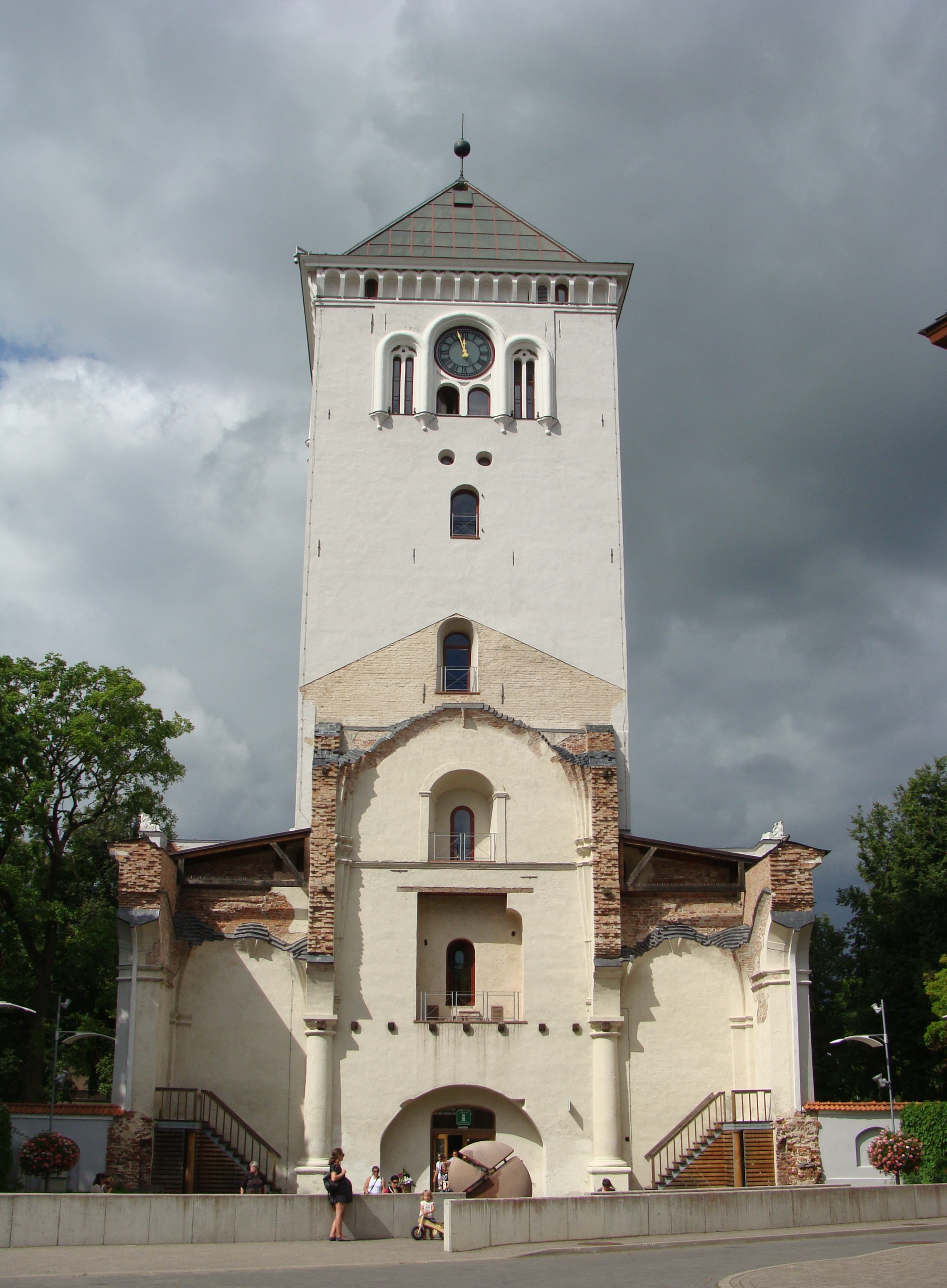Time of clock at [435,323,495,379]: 11:57
